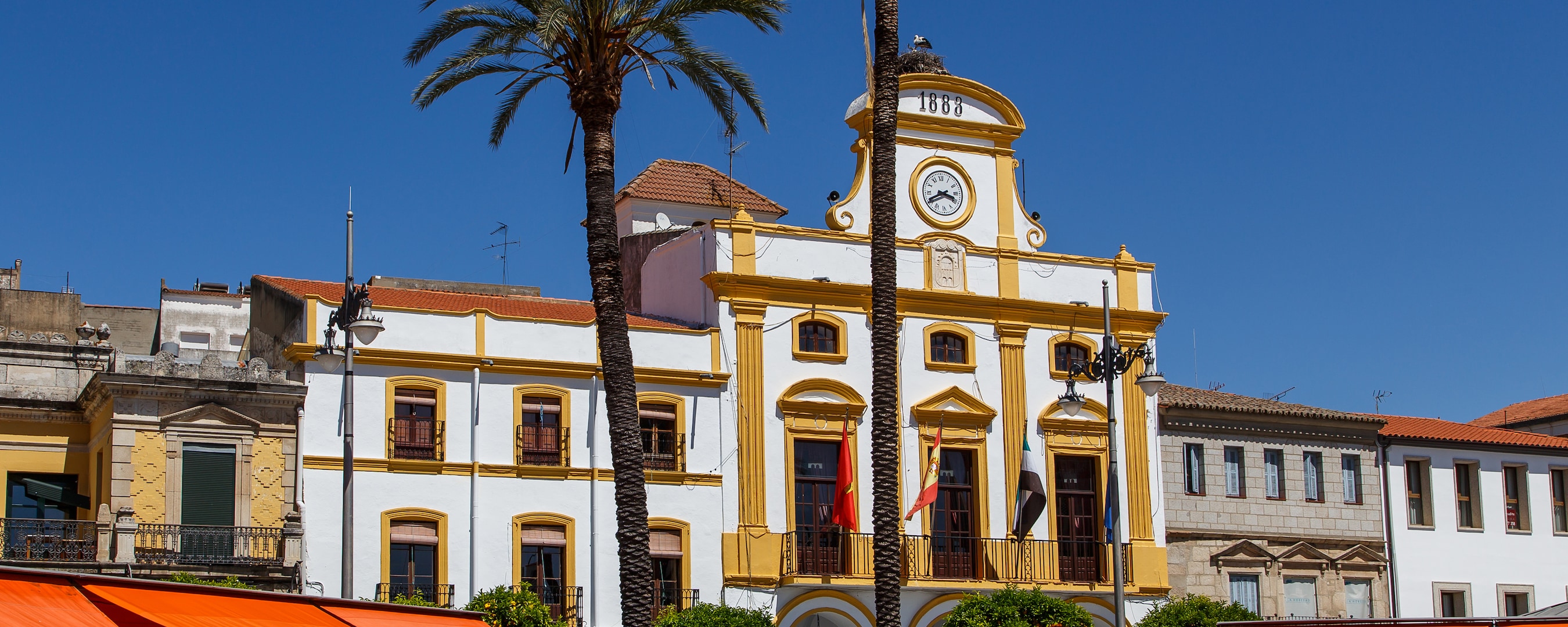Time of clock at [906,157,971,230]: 3:40
